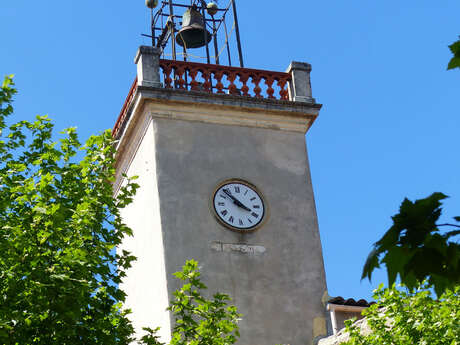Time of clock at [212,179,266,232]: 3:52
